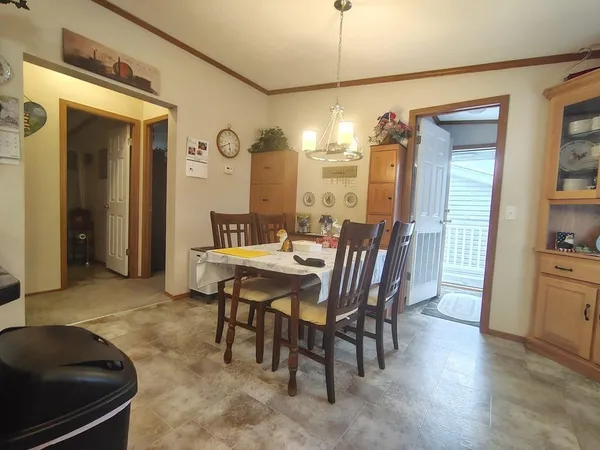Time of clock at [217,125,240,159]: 5:40
